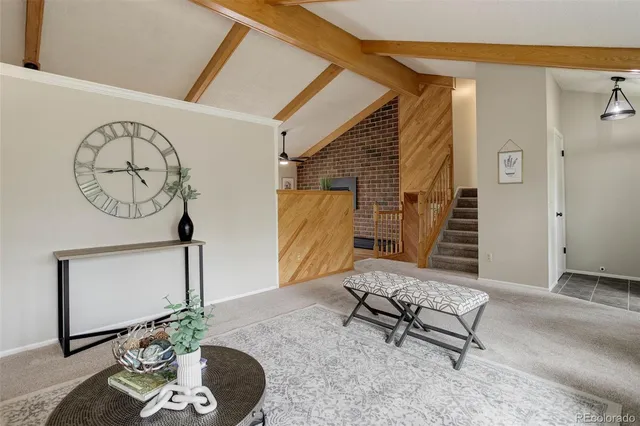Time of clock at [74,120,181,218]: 4:44
